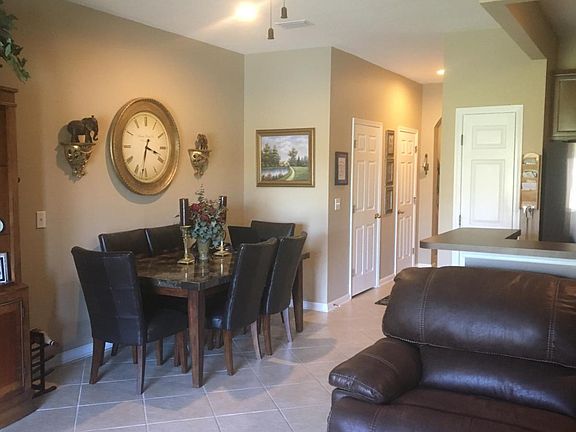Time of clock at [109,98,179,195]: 3:32
